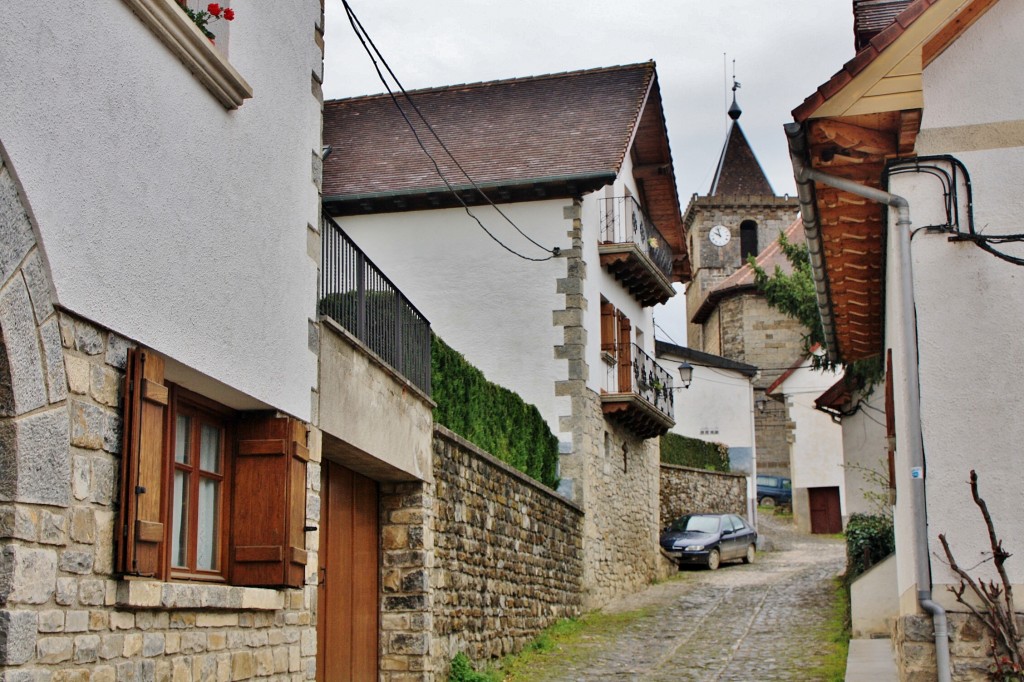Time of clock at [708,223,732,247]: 9:57
